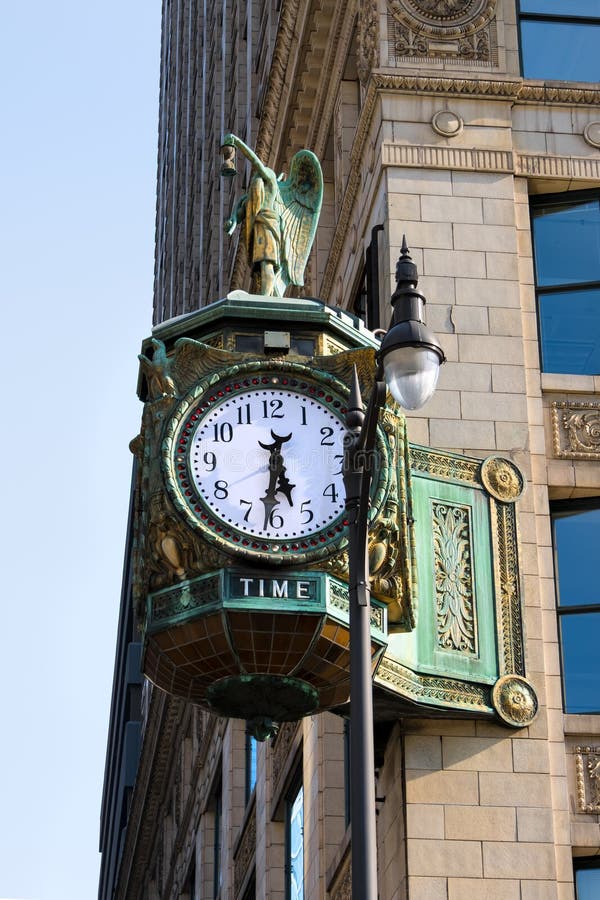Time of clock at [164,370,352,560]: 5:31
